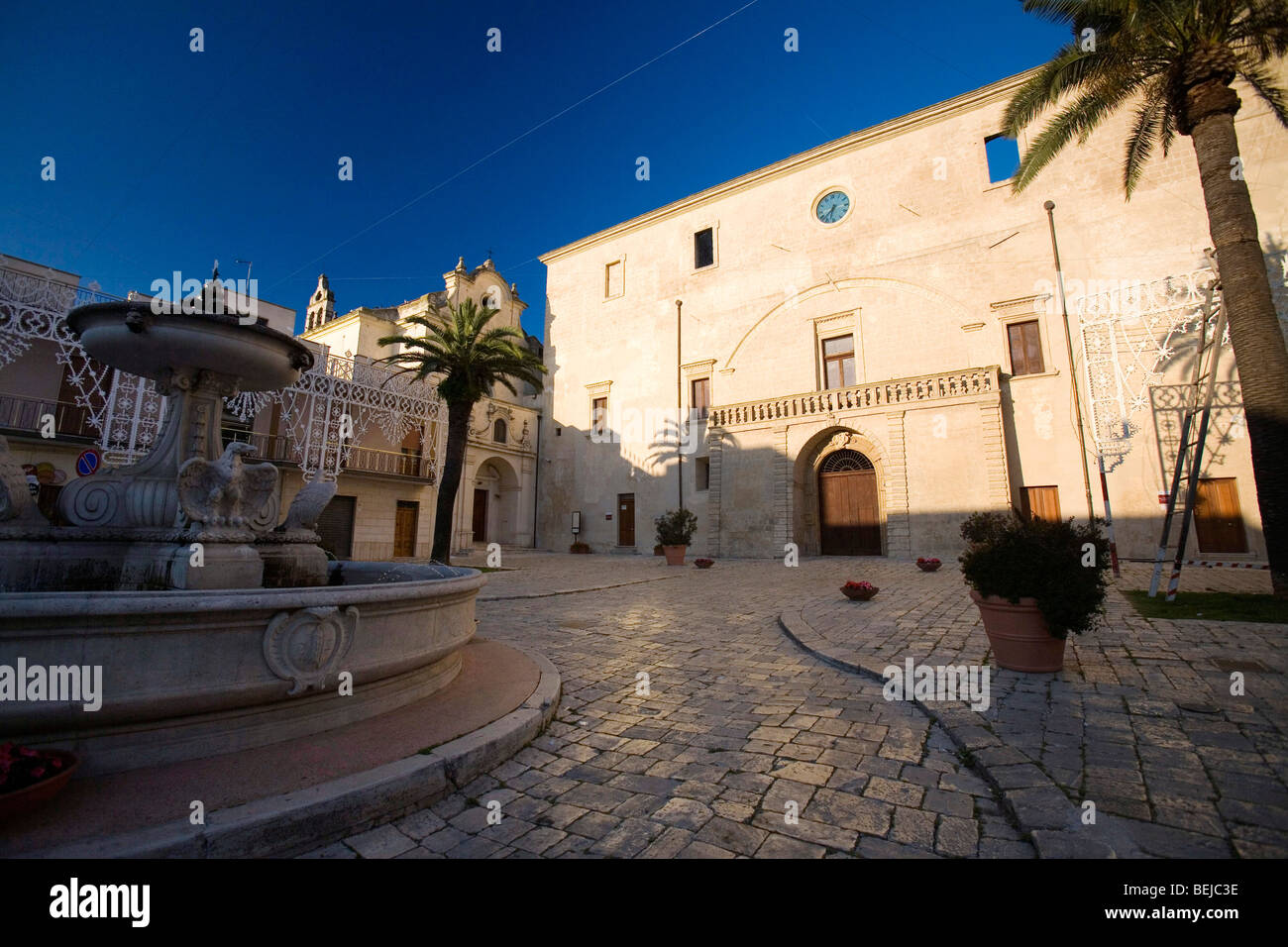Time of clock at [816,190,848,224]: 6:37
